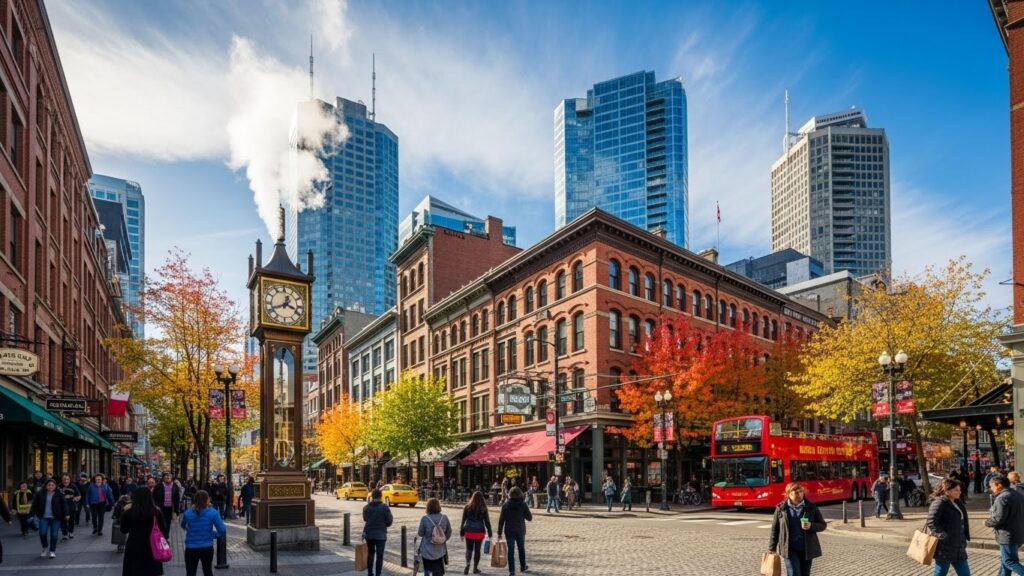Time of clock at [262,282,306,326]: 12:41
